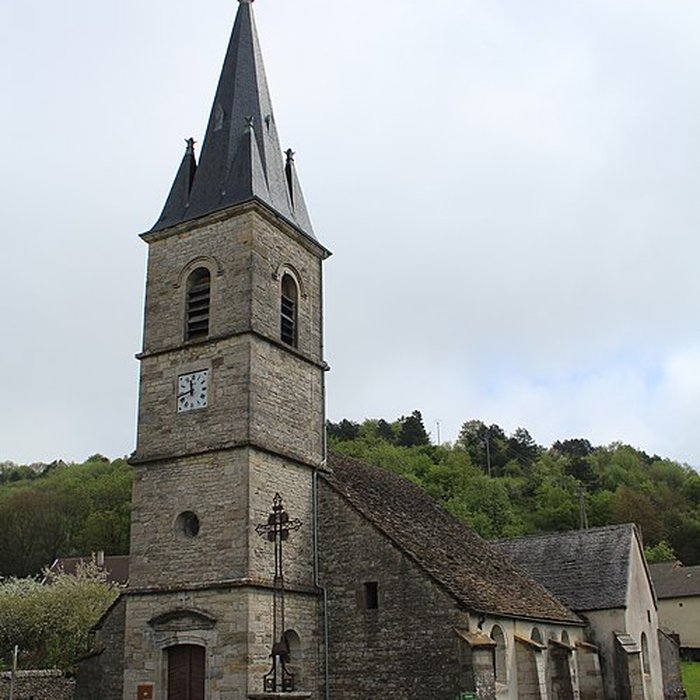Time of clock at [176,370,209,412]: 11:42
